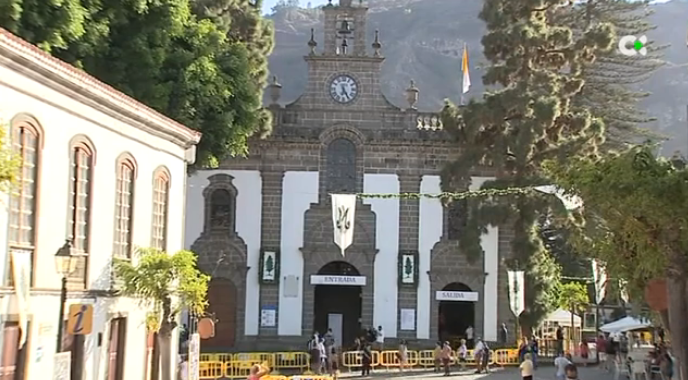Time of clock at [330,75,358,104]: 6:25
